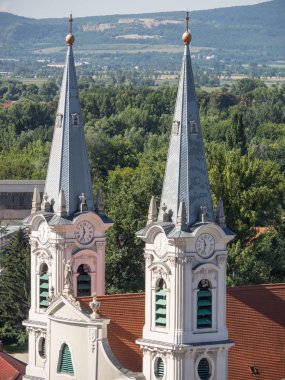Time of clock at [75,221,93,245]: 11:33
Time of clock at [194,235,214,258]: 11:32
